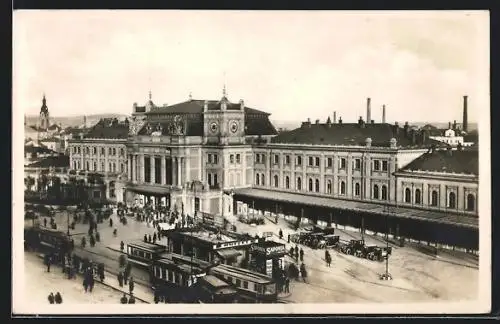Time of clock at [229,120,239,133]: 4:37
